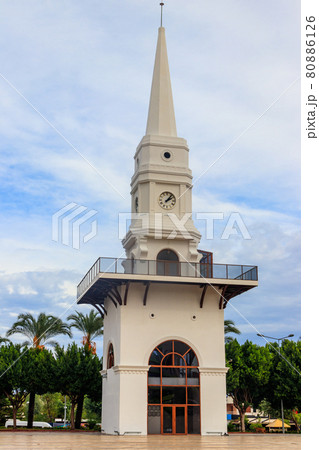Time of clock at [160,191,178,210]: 2:06
